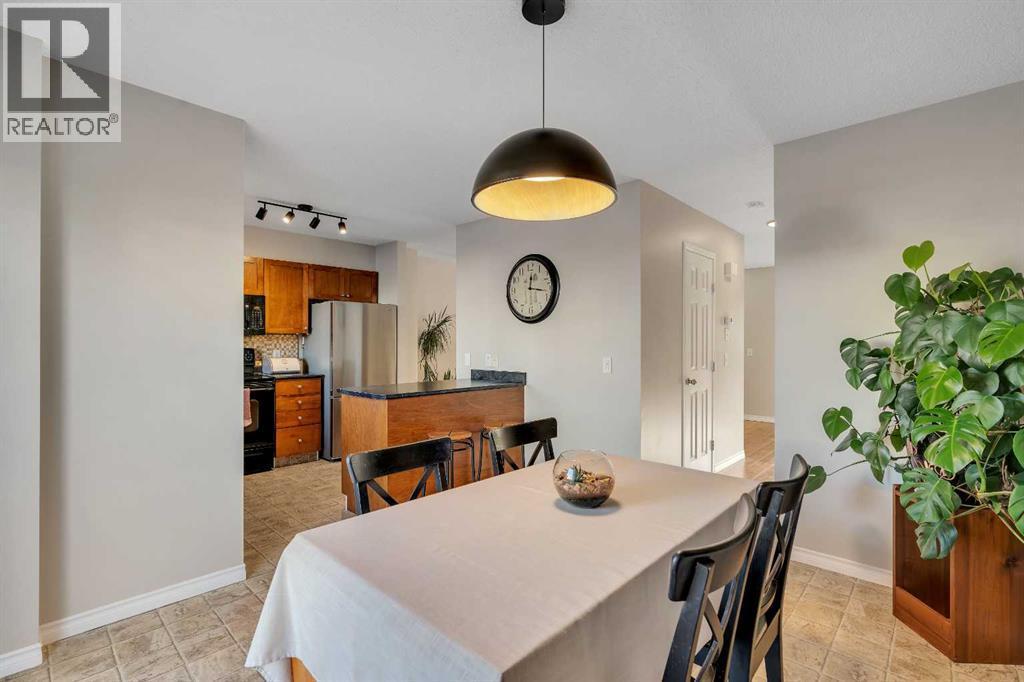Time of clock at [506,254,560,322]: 12:17
